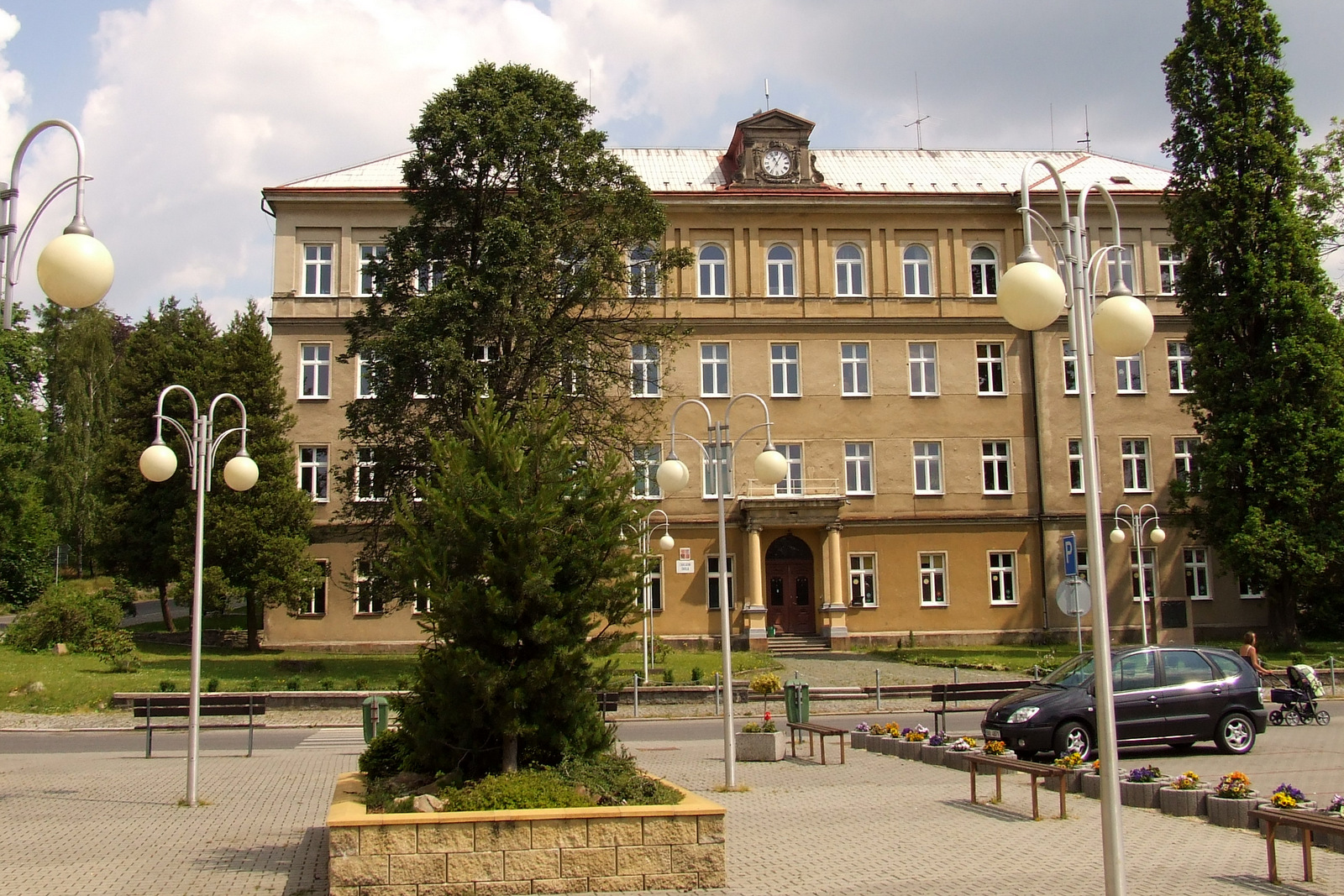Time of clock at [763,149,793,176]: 11:05
